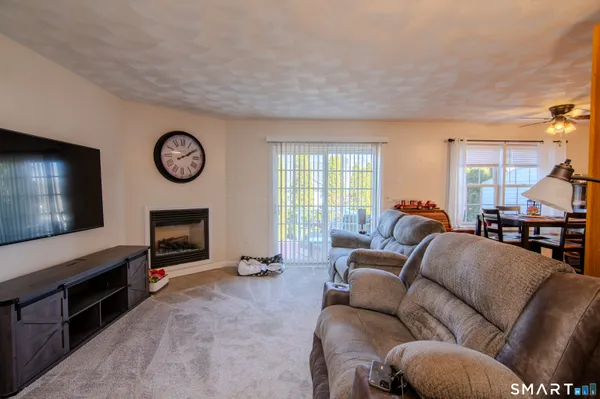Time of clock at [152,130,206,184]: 2:09
